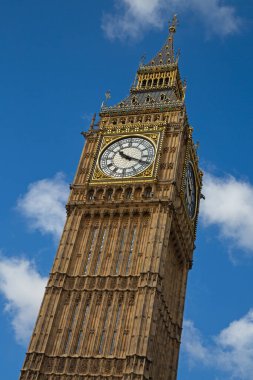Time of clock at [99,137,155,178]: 10:18
